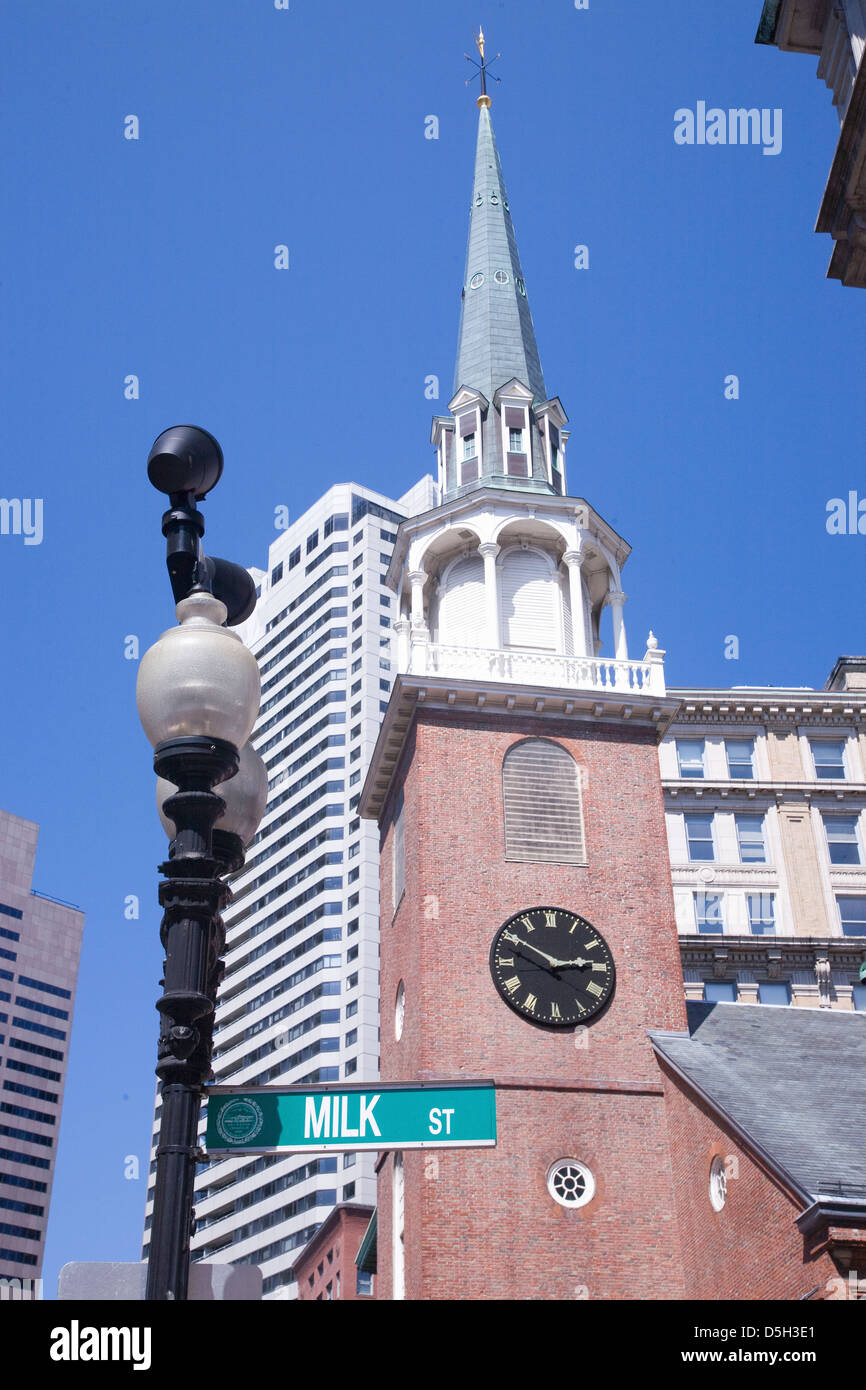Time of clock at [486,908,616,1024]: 2:50
